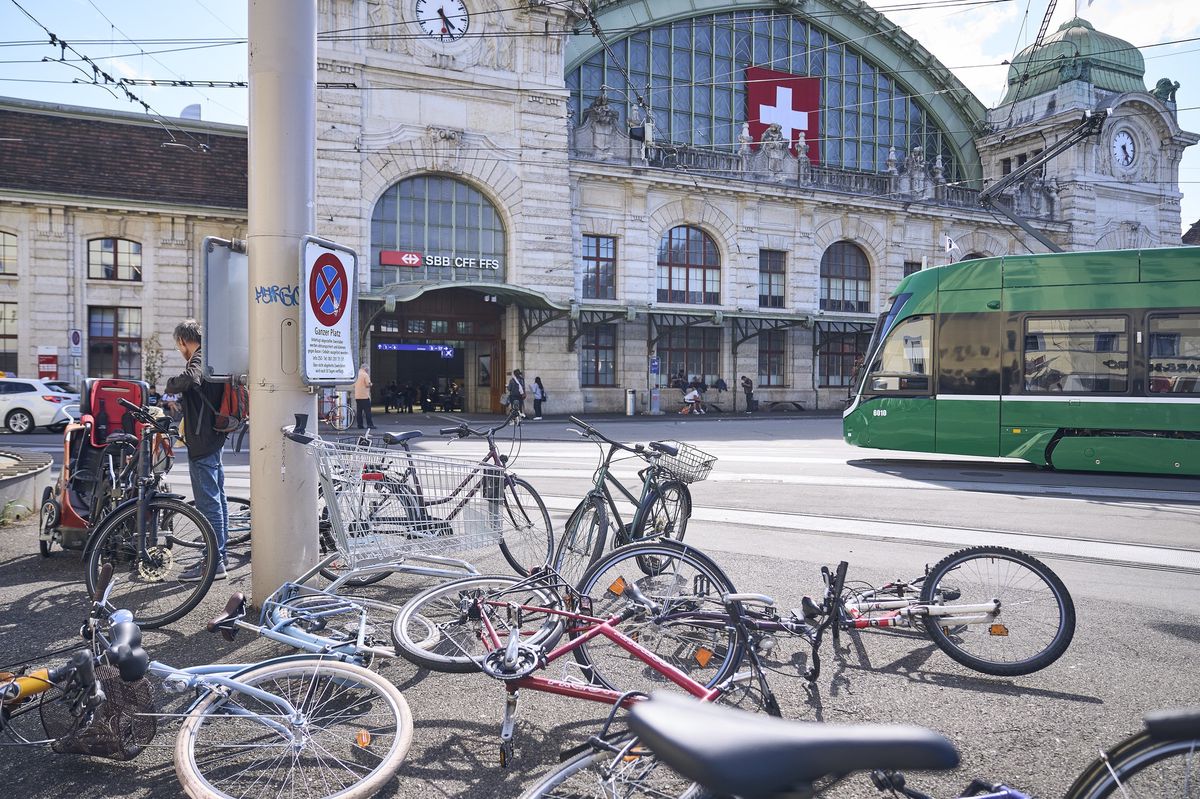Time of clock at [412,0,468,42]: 4:26
